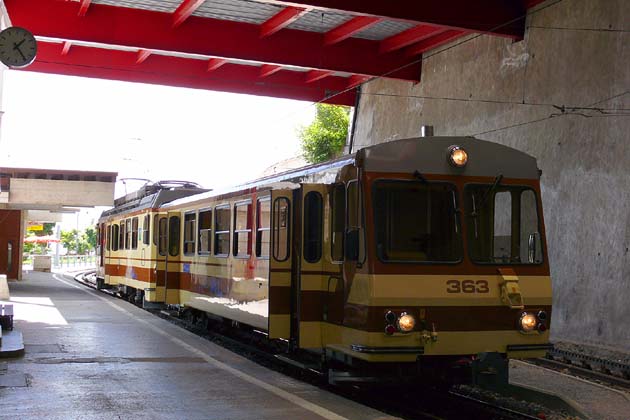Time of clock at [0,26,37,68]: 1:24
